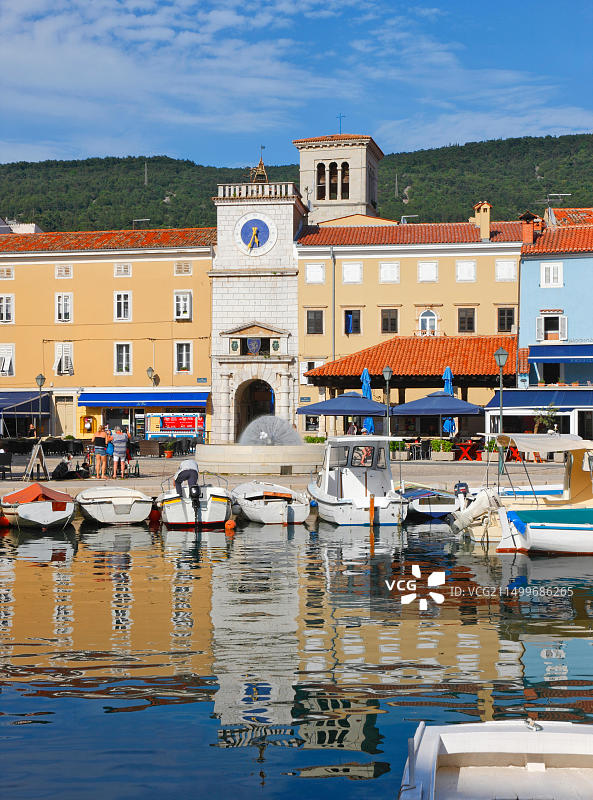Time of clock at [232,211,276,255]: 5:33
